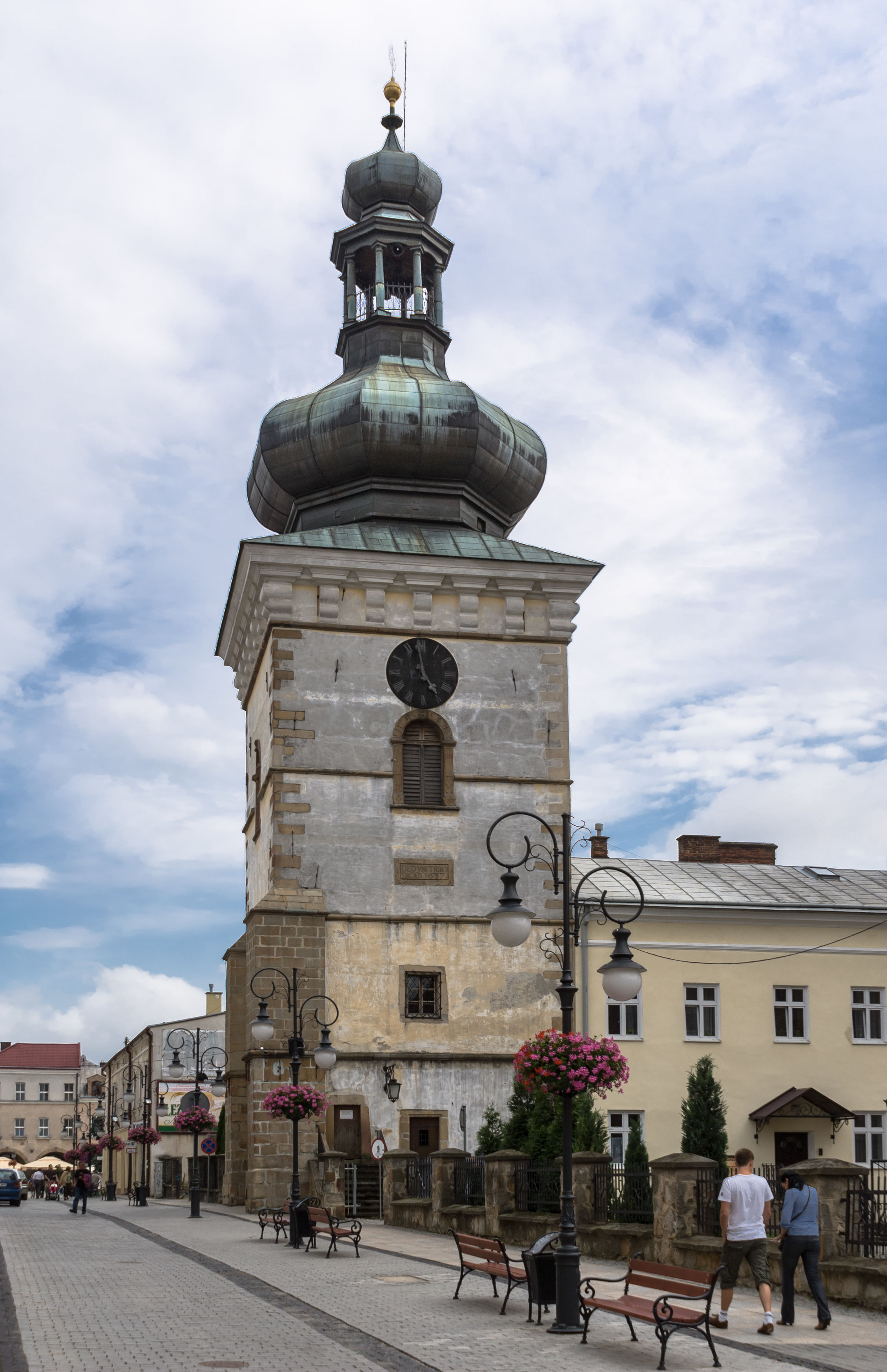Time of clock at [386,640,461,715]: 4:58
